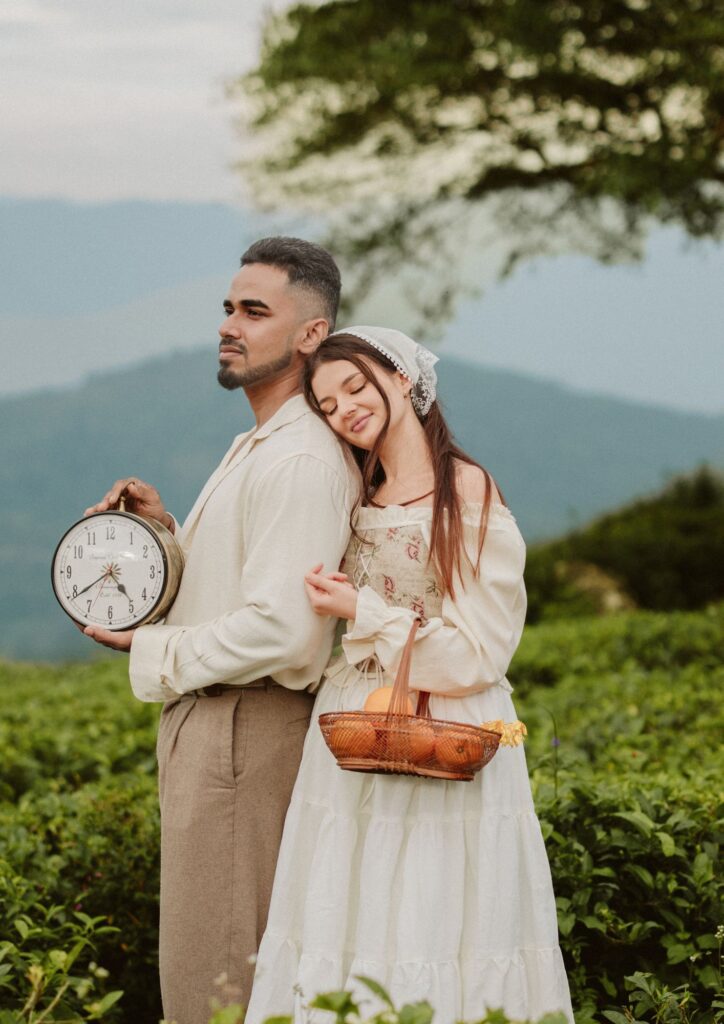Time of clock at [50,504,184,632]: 4:39
